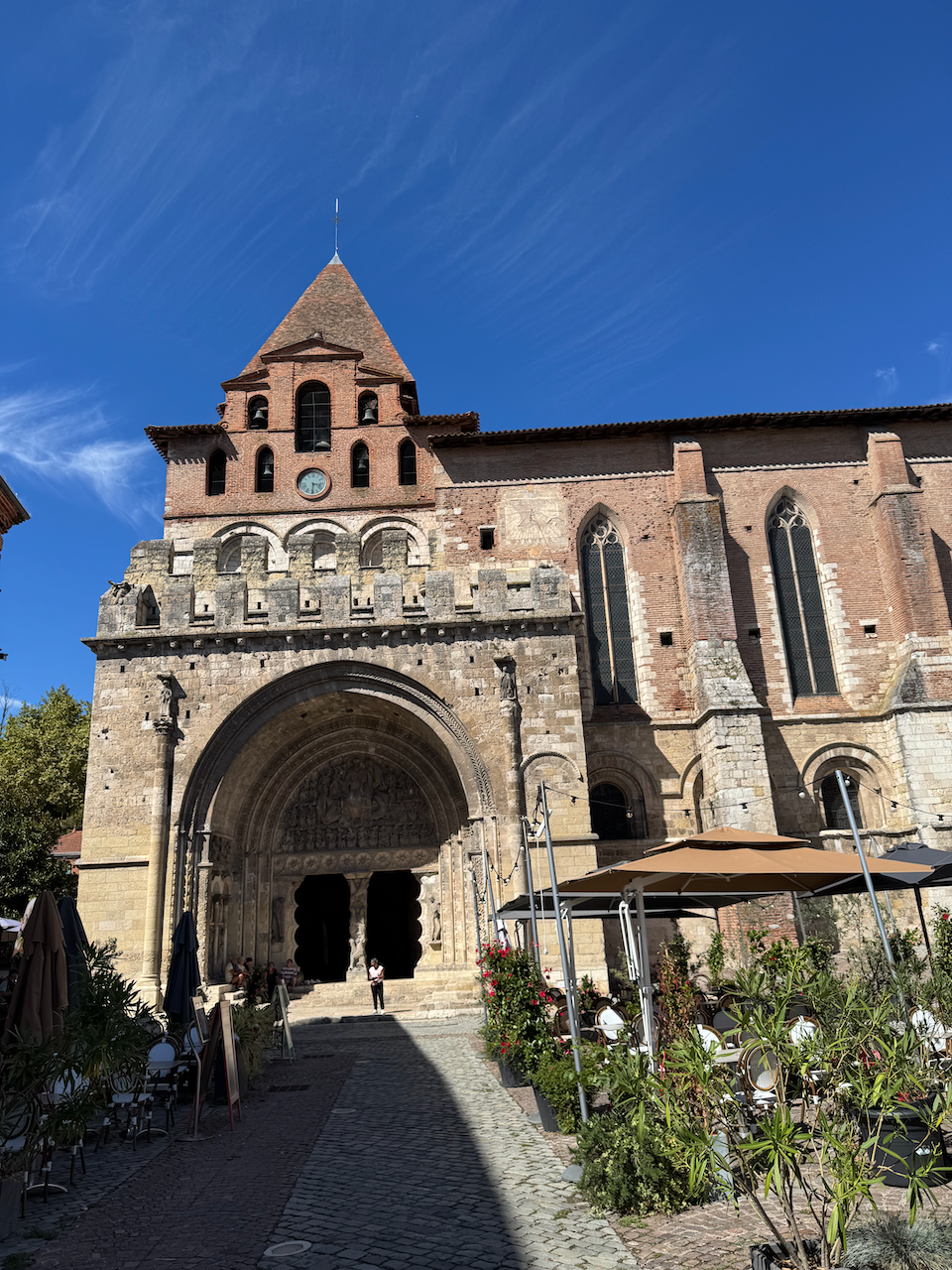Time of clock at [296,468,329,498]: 3:29
